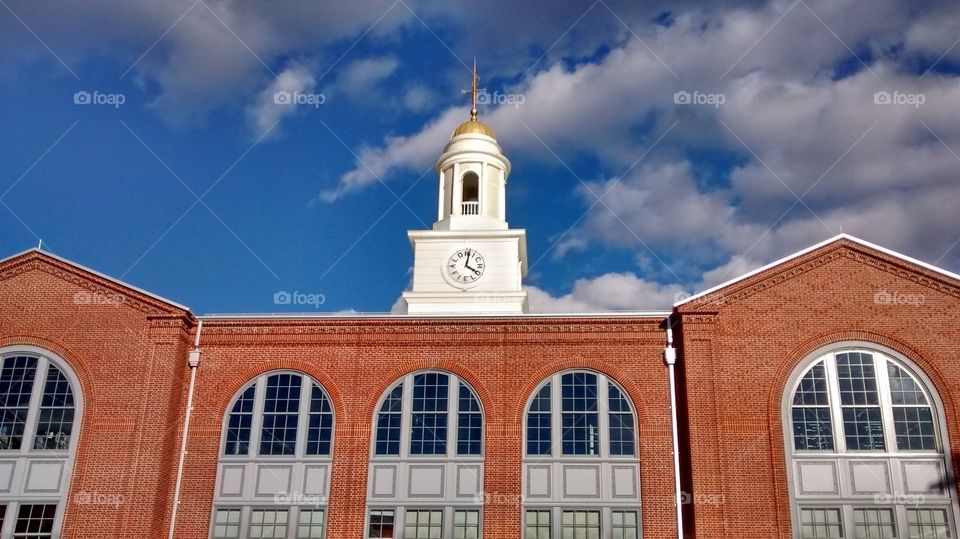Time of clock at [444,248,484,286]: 4:01
